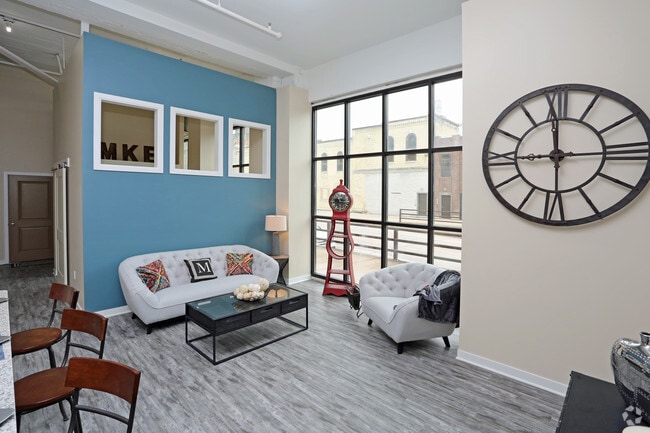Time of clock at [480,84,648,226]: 8:59
